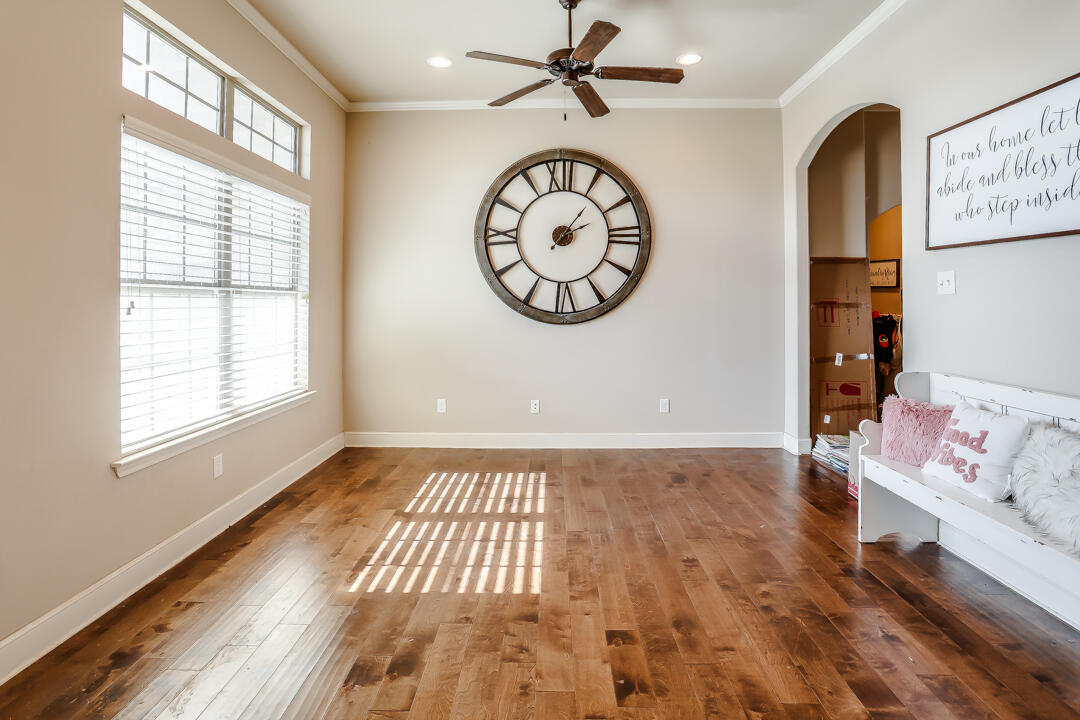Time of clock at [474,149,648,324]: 2:06
